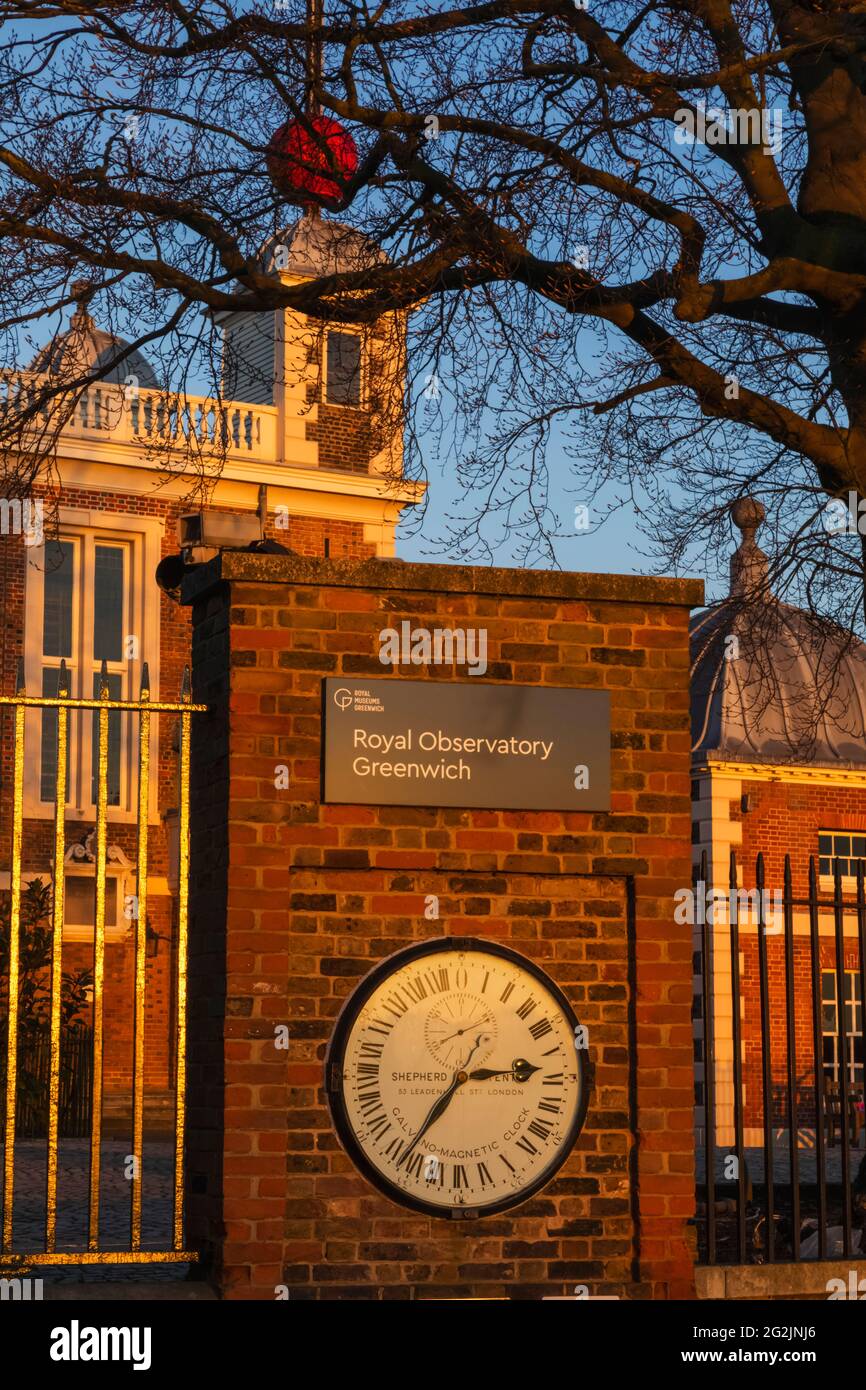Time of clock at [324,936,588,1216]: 2:36
